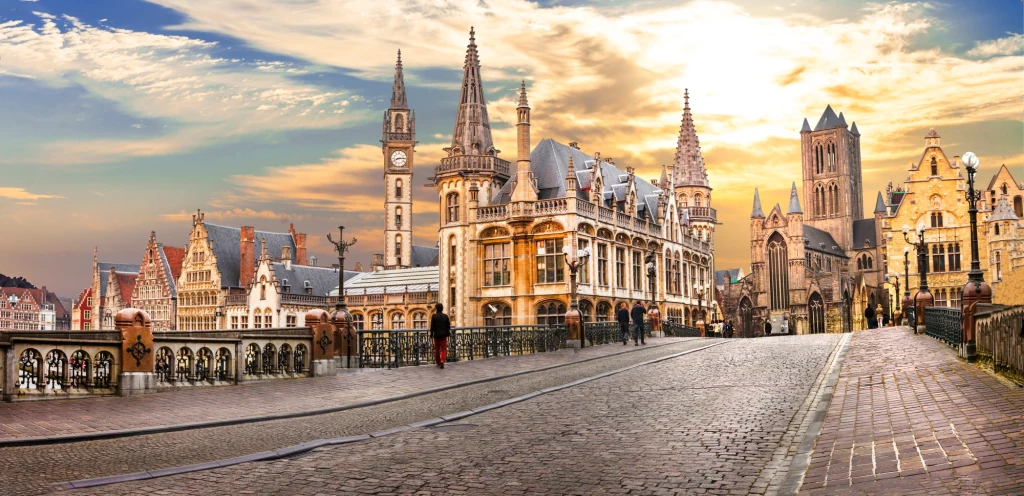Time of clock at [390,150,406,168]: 8:14
